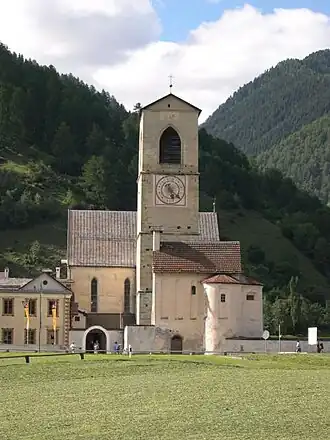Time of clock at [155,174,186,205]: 5:21
